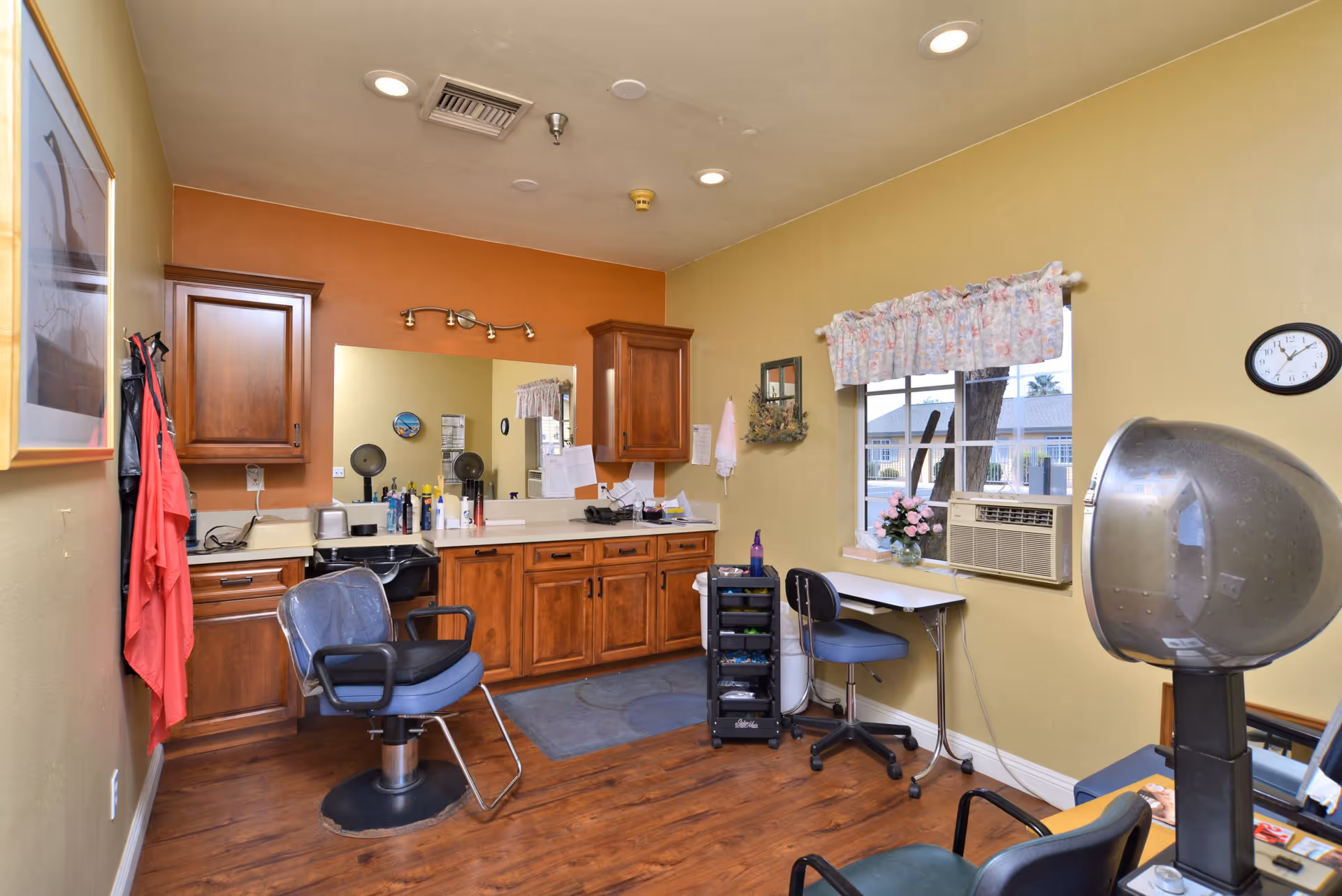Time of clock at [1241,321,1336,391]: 11:09
